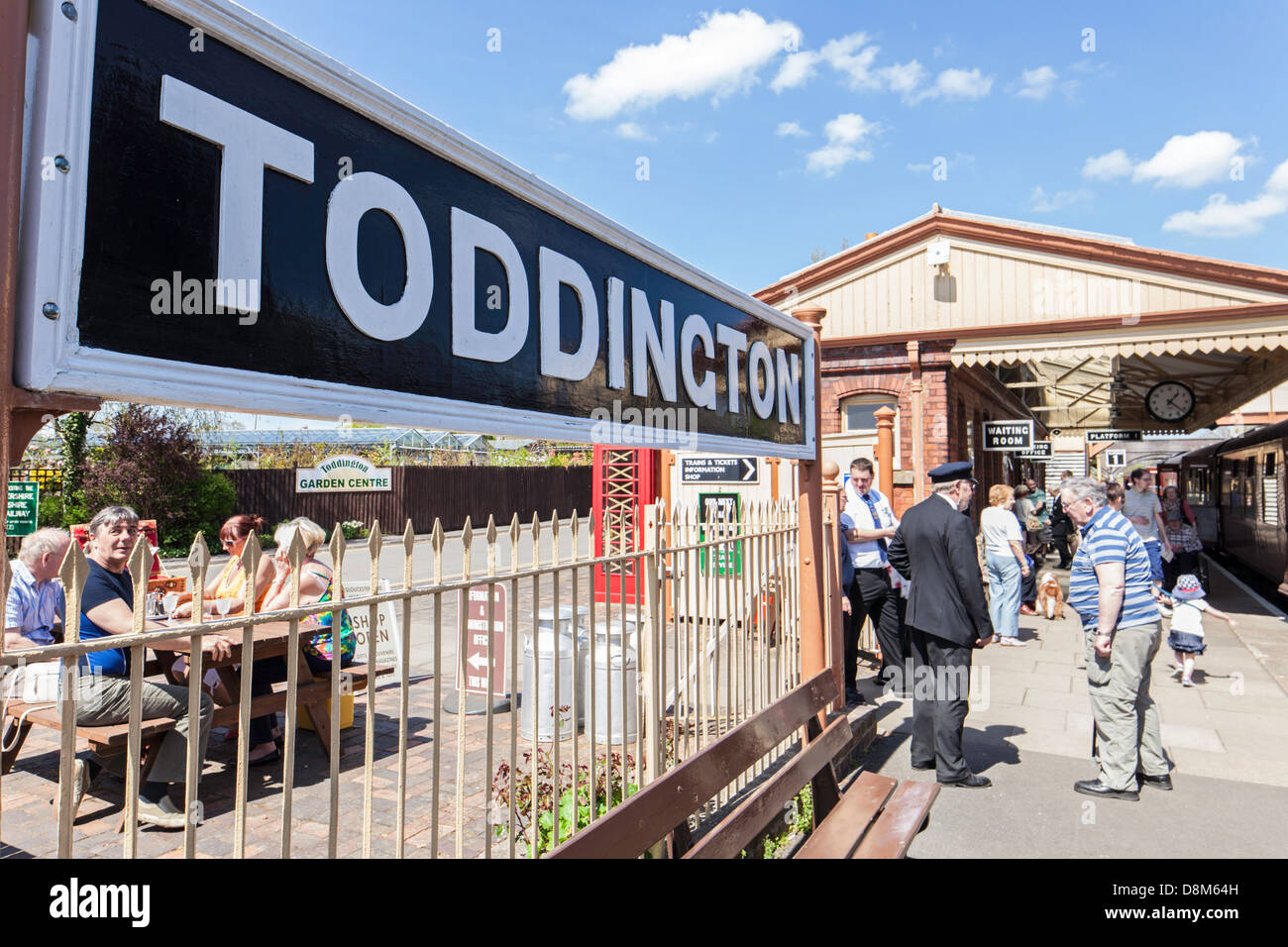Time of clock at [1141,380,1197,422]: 1:22
